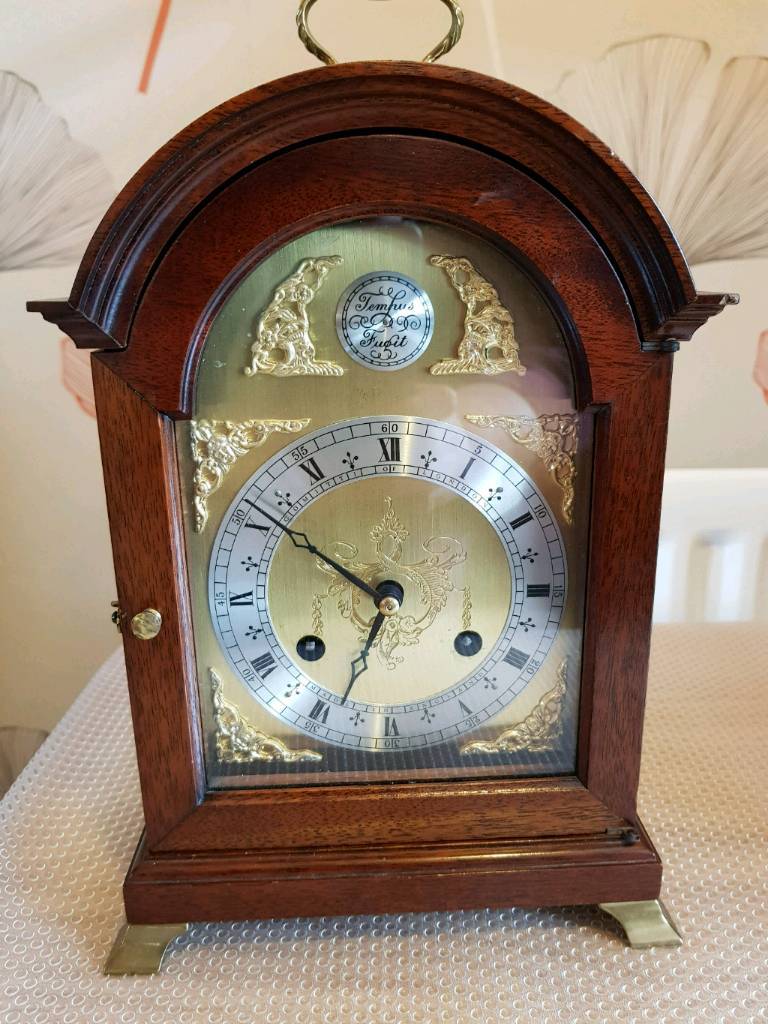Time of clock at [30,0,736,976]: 6:49
